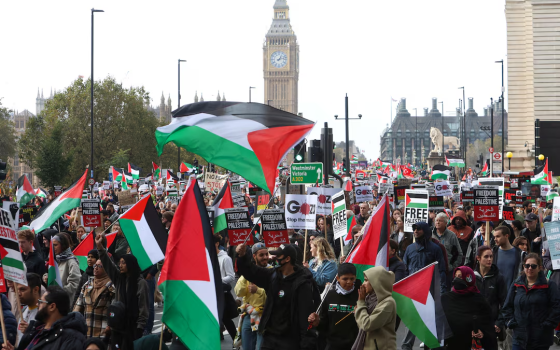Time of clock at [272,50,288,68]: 1:12
